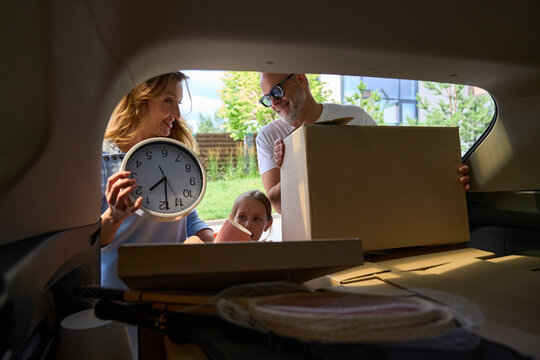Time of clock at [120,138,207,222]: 7:29
